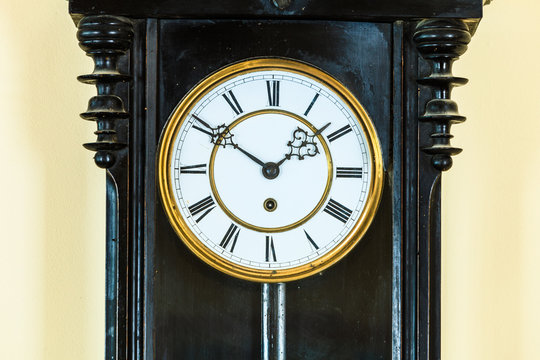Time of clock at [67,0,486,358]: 1:50
